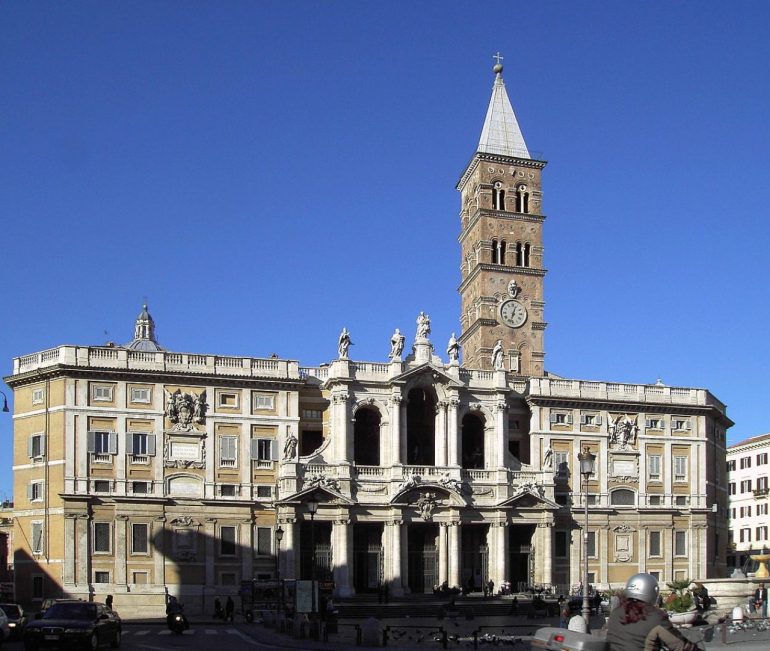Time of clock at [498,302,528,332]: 12:32
